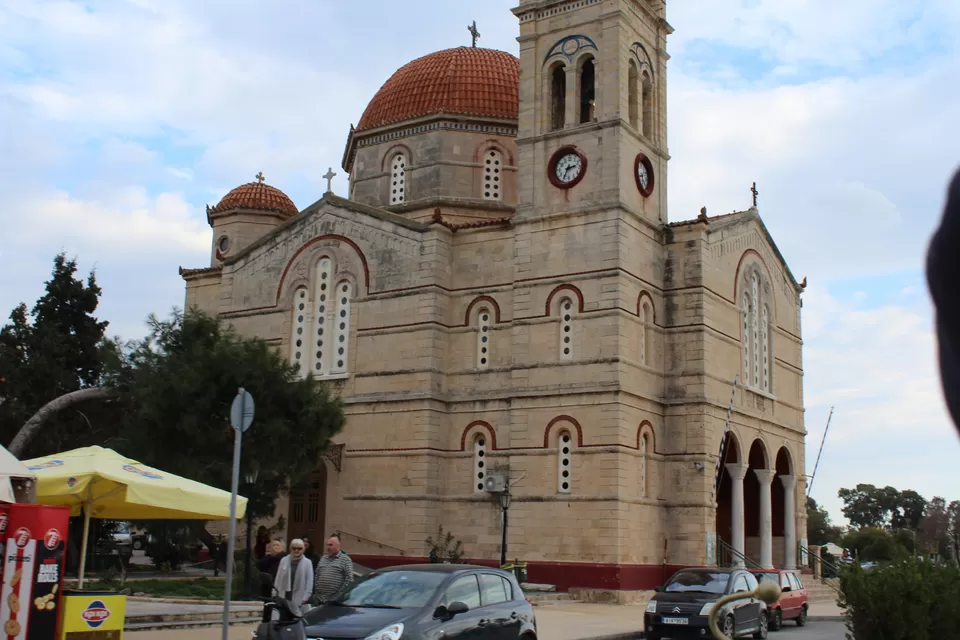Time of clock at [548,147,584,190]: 2:34
